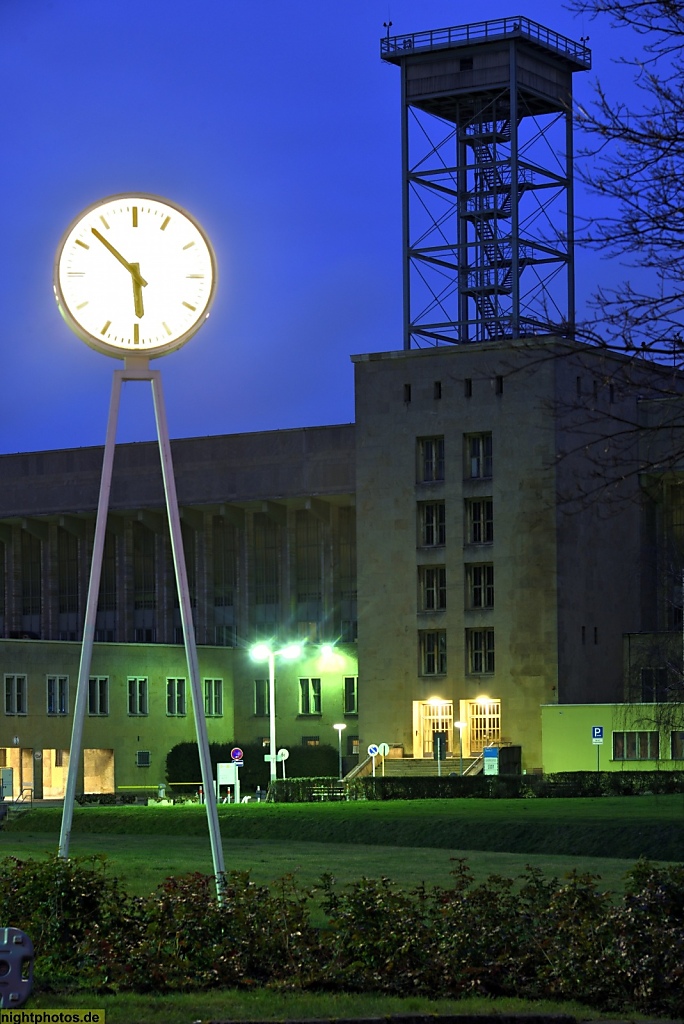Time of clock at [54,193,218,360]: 5:52
